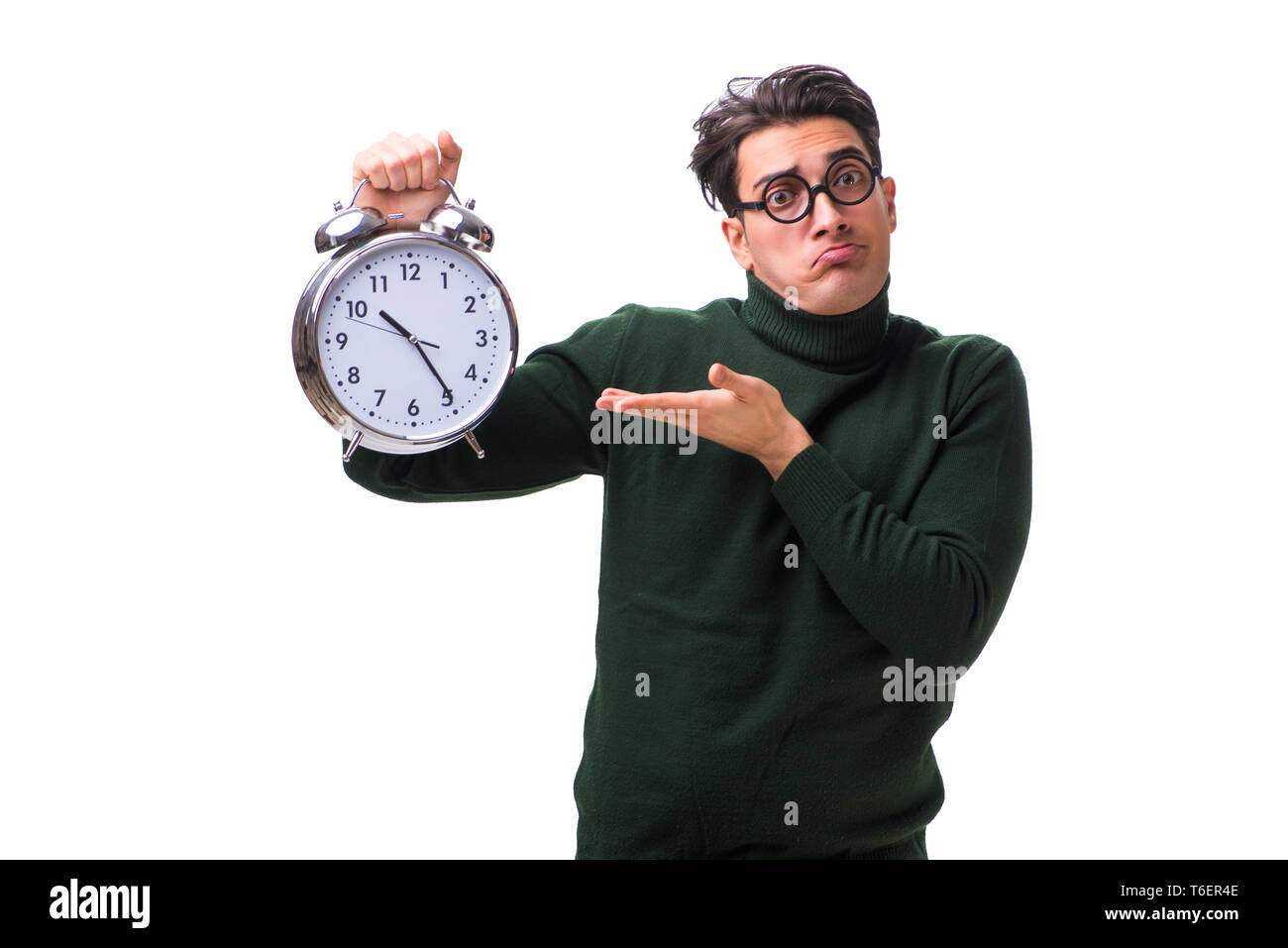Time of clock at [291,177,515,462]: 10:24
